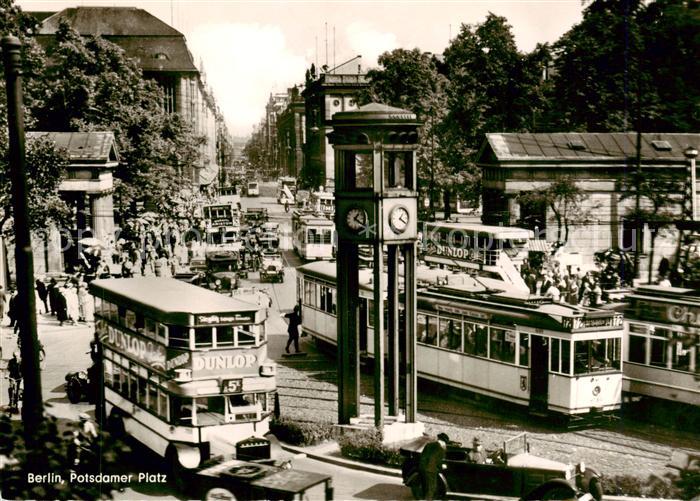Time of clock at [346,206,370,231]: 1:20
